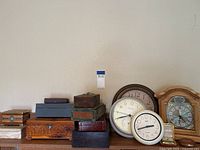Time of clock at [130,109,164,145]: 2:42
